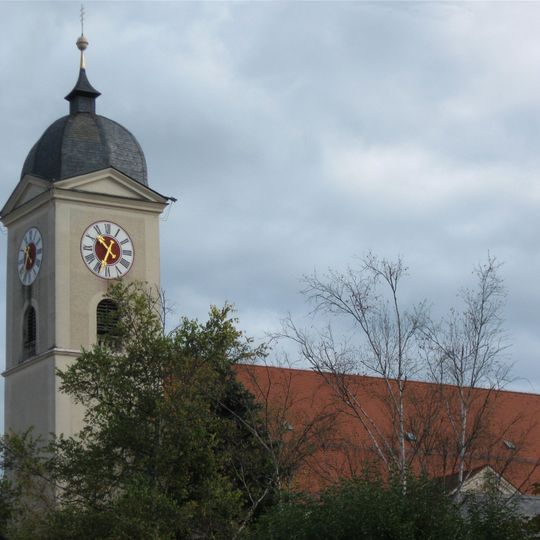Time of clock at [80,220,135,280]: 10:34
